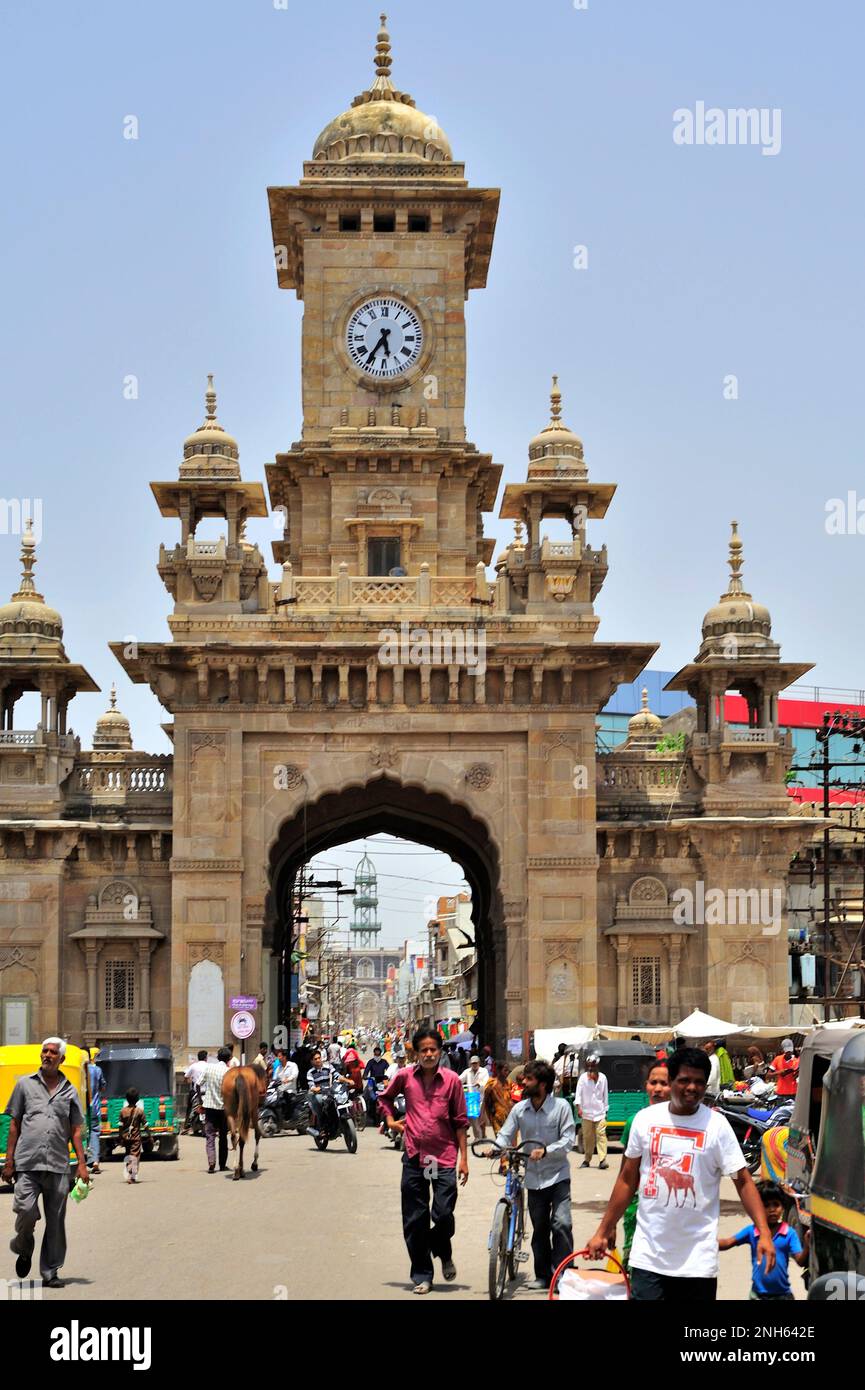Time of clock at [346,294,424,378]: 5:35
